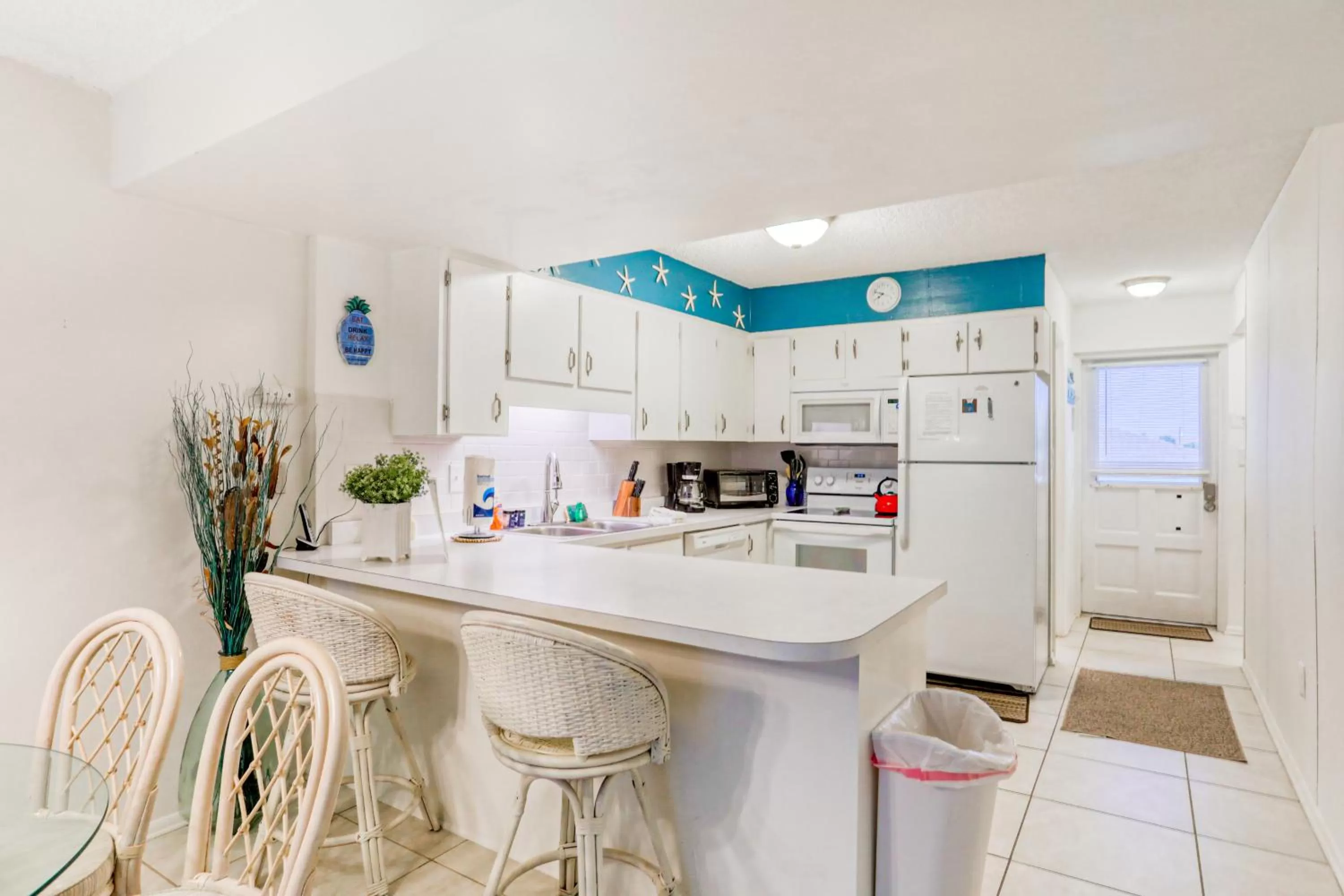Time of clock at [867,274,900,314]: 7:47
